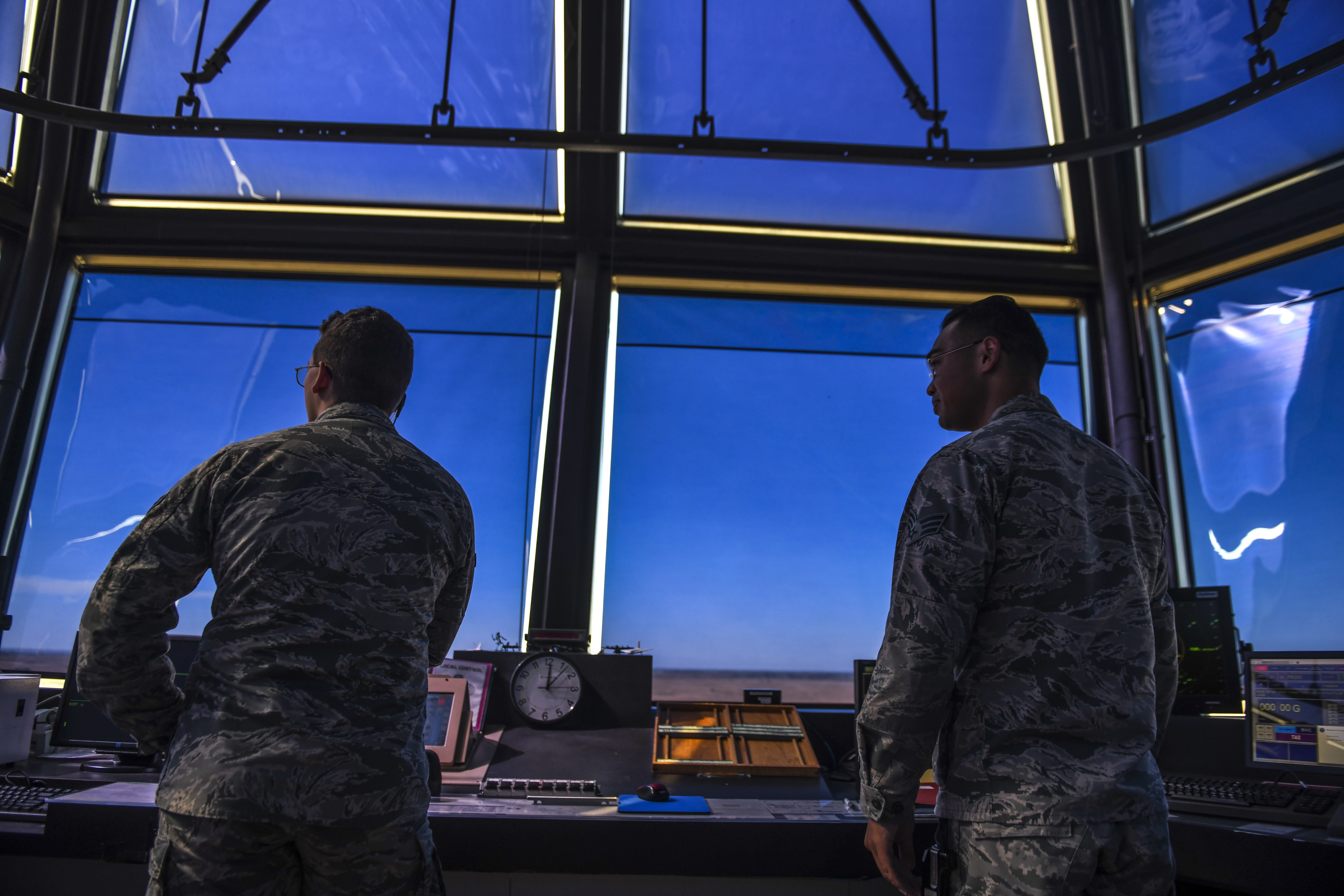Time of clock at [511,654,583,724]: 12:06
